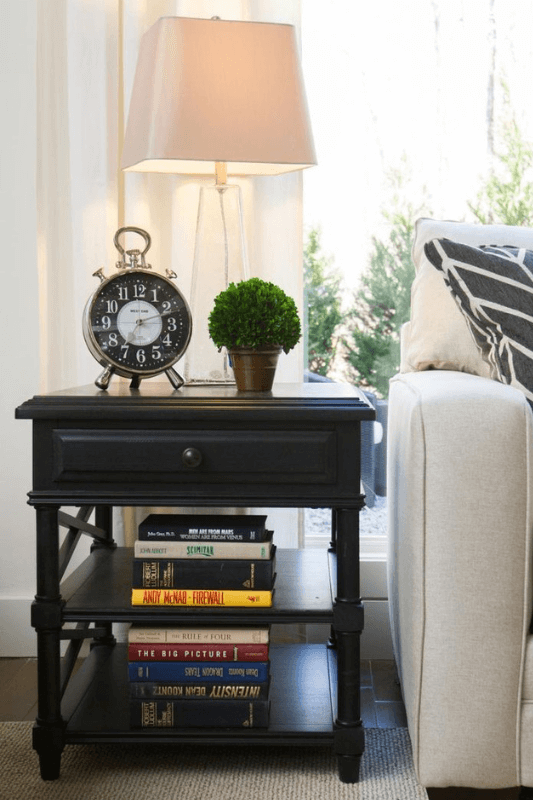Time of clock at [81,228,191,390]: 7:11
